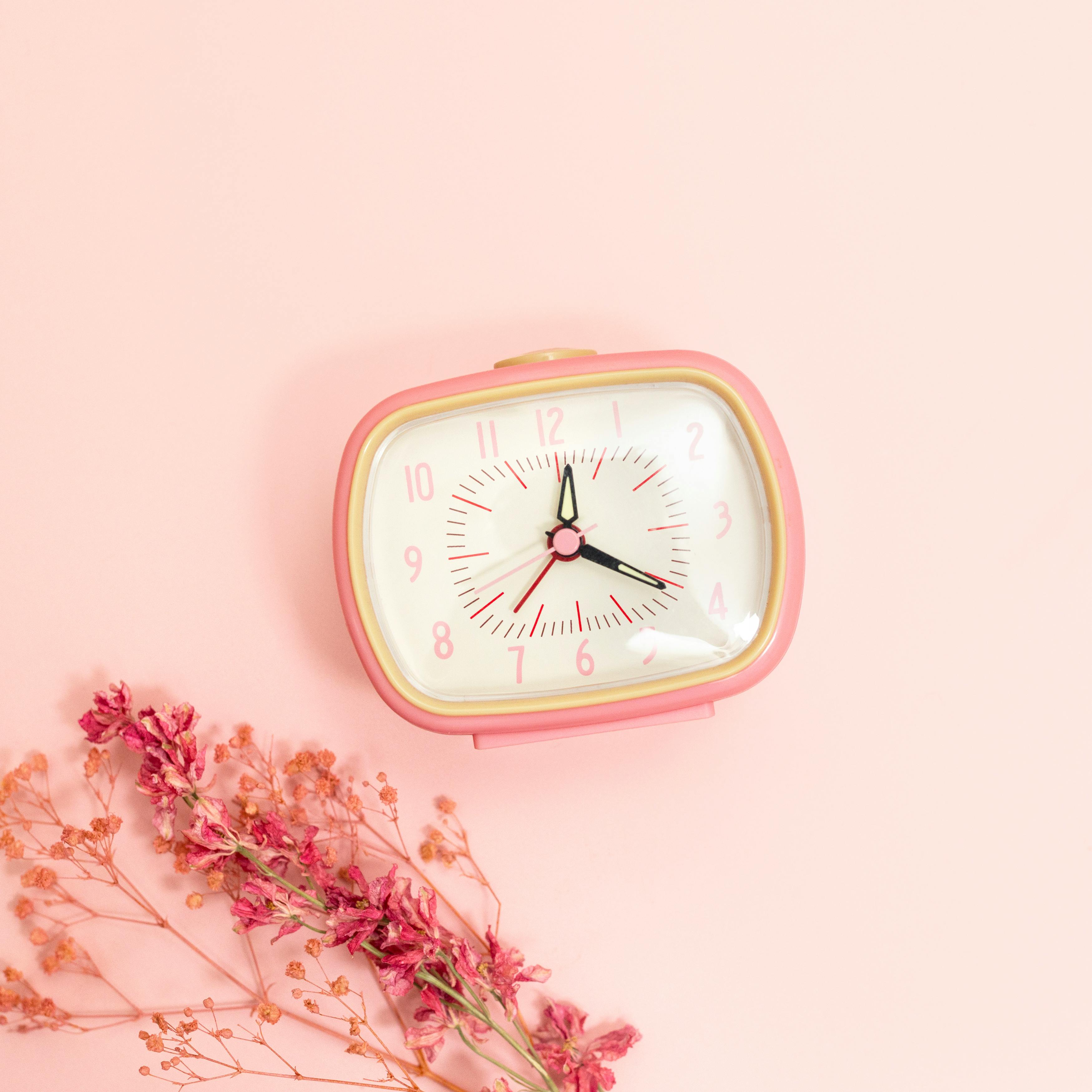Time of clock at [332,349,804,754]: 12:20
